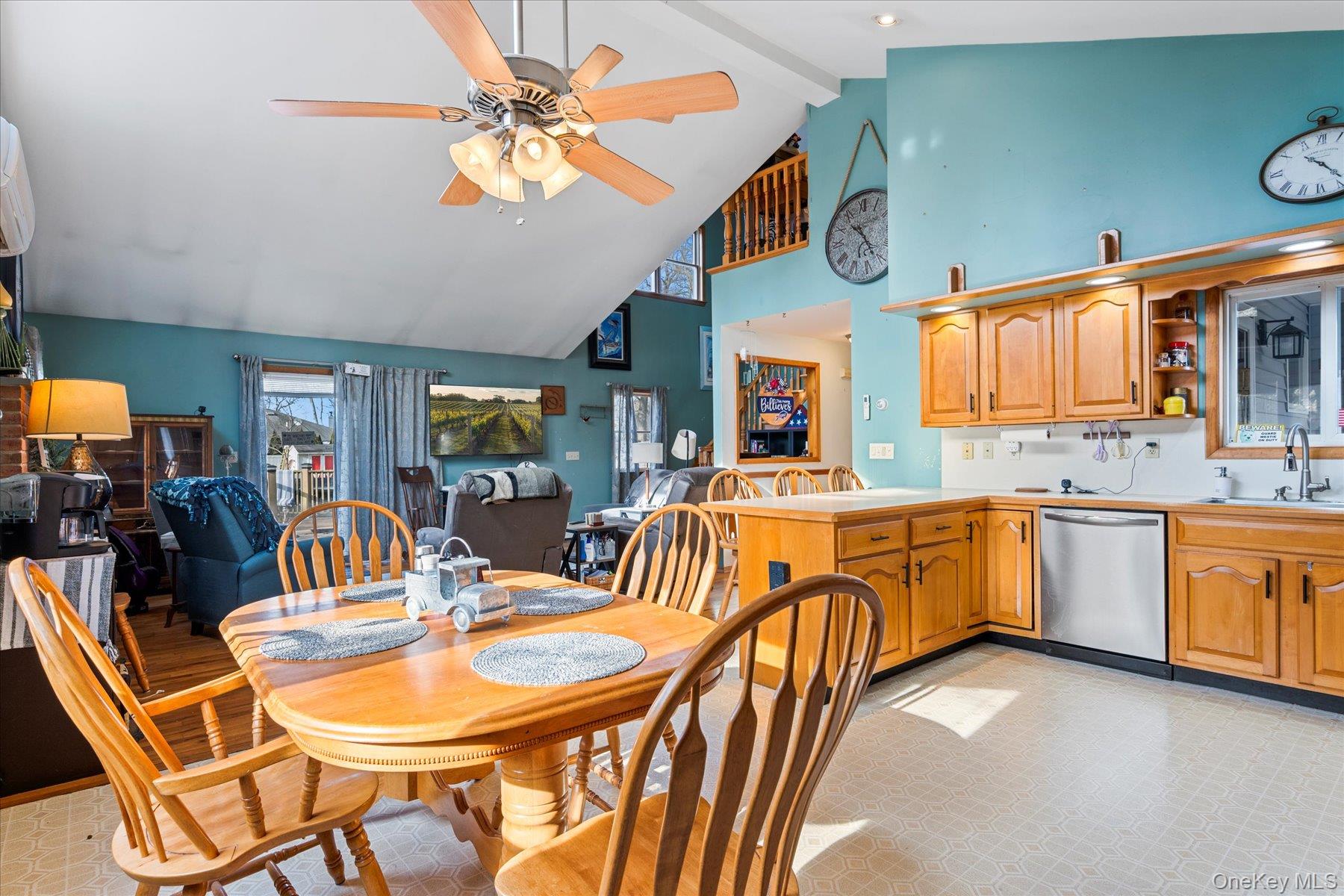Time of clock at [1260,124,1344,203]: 4:22
